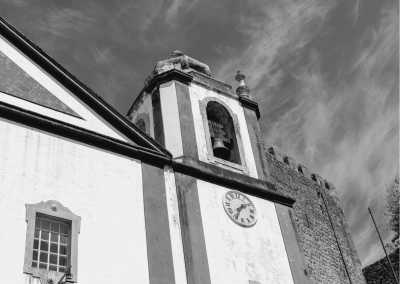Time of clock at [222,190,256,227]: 1:34
